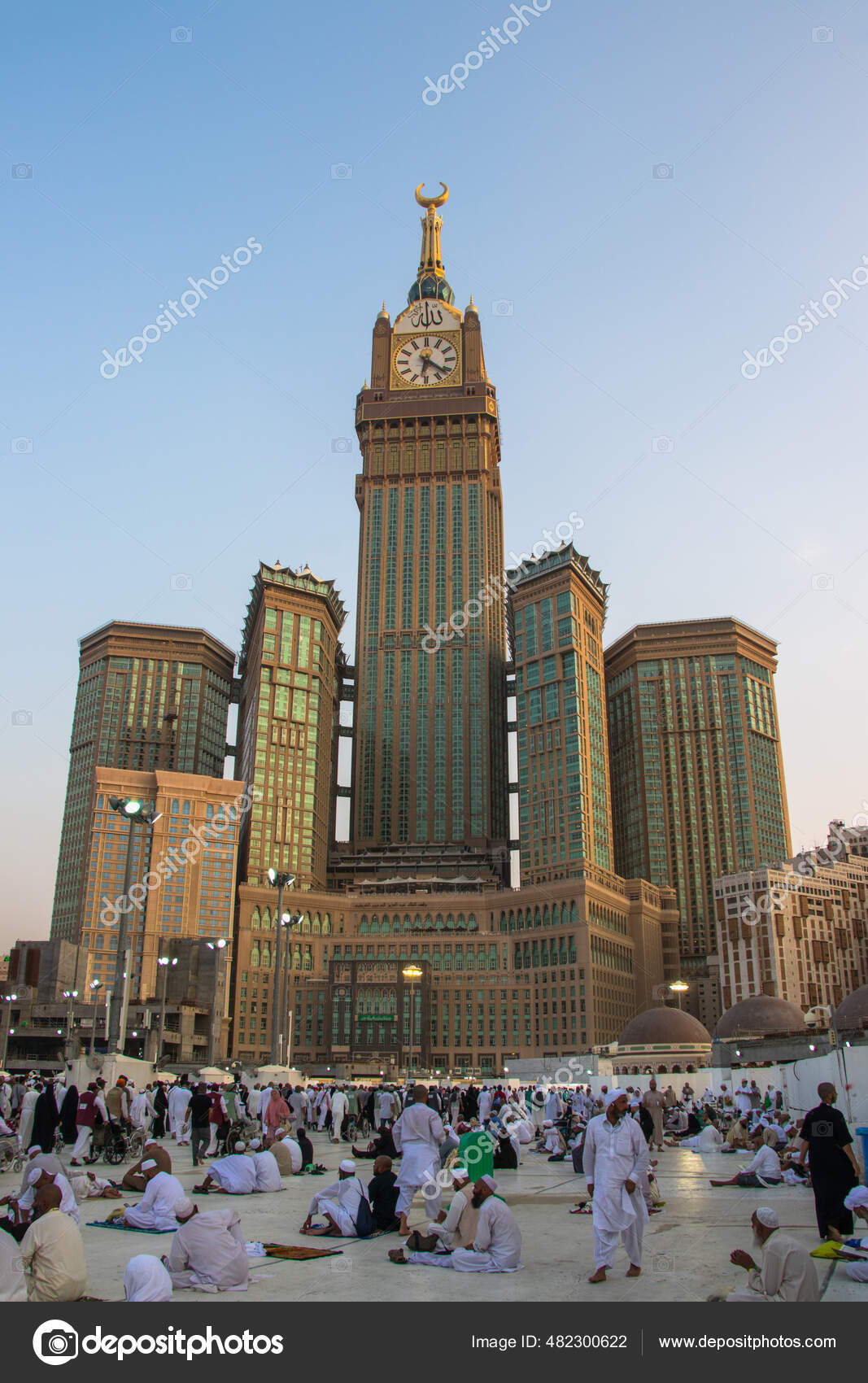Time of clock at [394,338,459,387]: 6:21
